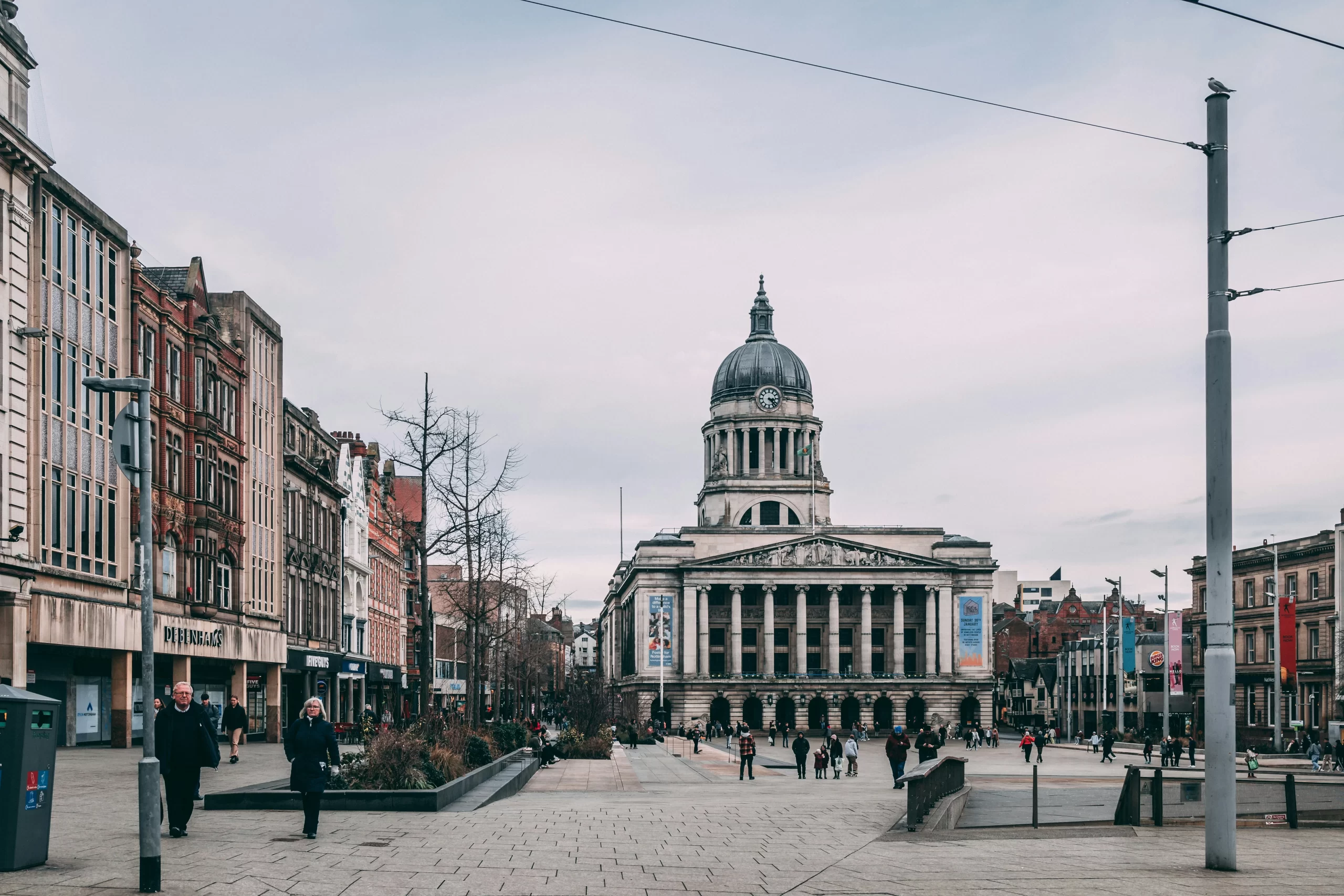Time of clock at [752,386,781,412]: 3:22
